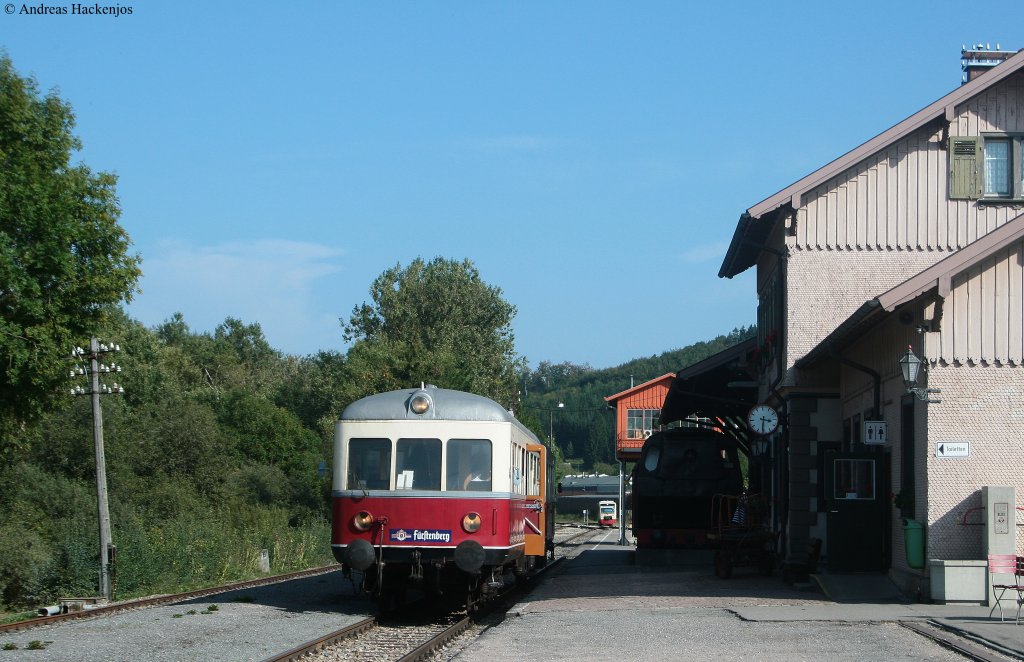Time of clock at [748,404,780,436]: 3:31
